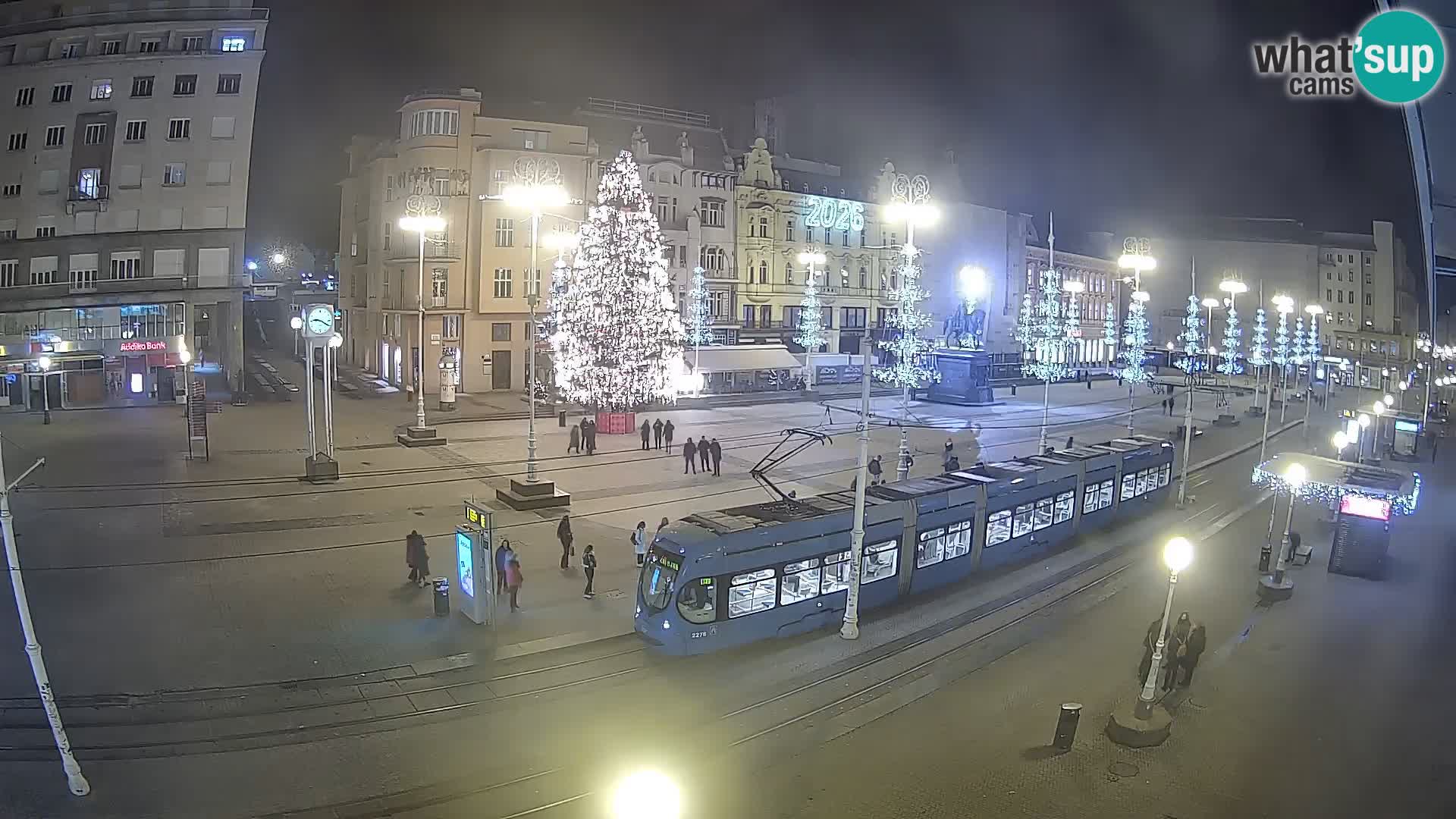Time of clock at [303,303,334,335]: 9:20
